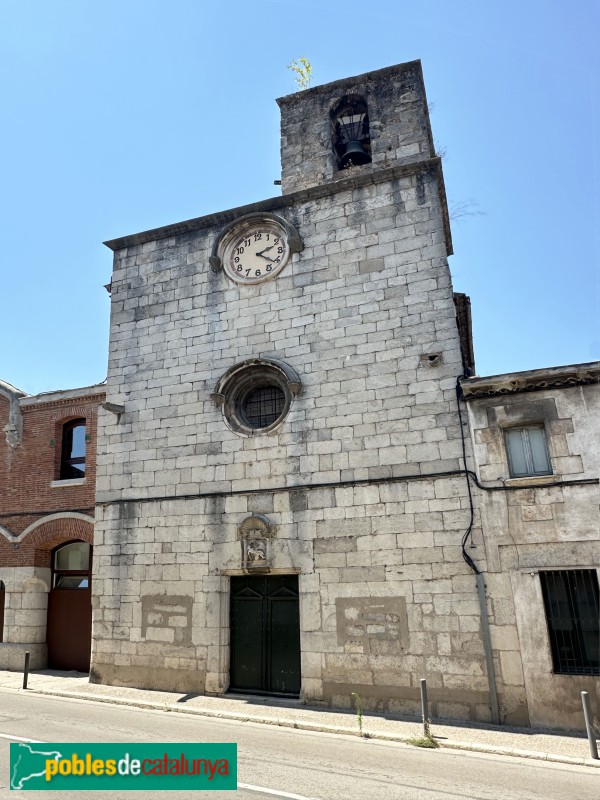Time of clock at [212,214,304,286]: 2:21
